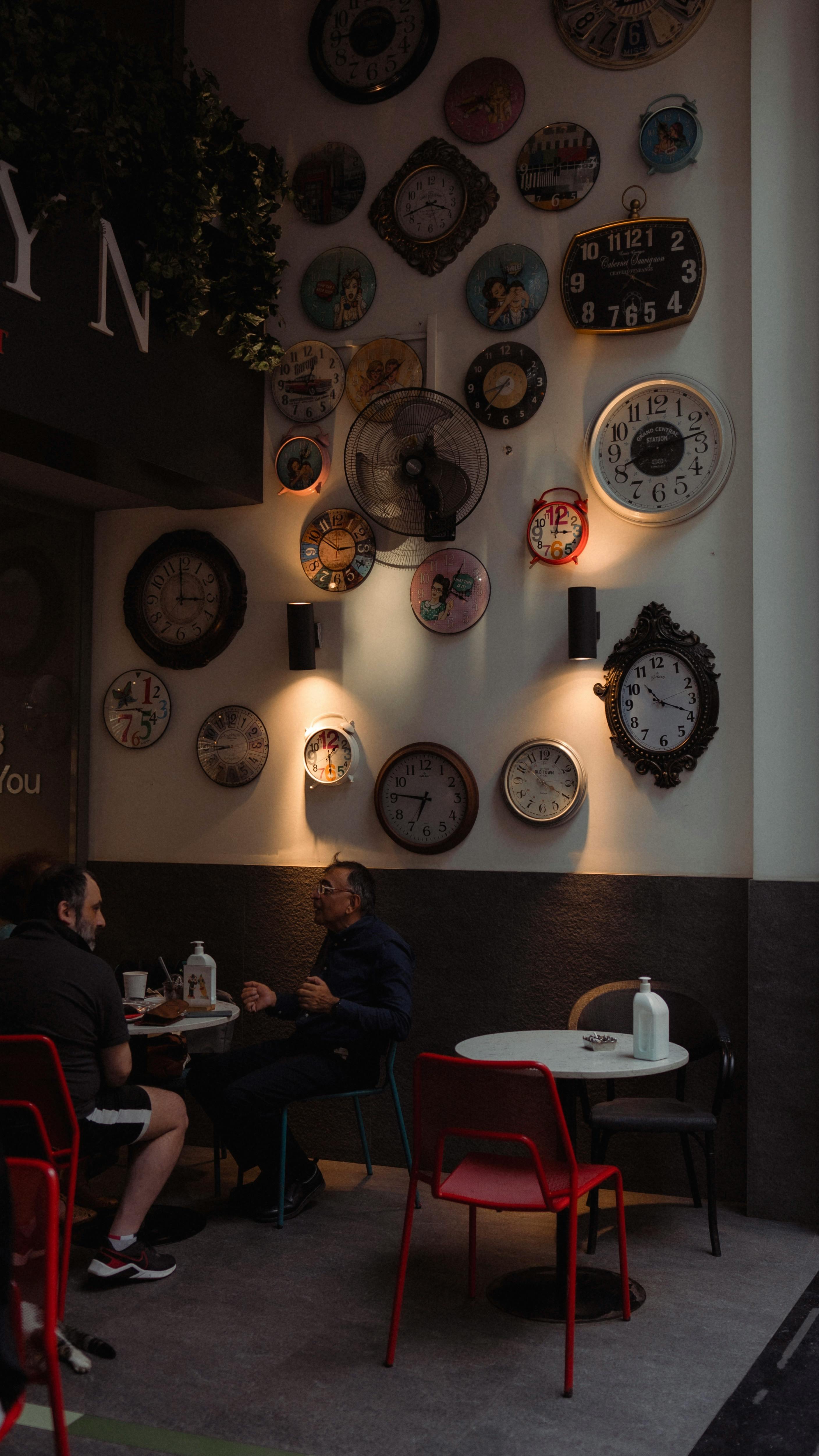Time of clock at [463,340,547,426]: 8:37
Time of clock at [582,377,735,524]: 8:12
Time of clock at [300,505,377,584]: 2:50
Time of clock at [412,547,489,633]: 4:04
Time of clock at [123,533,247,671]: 2:59
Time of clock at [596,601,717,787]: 10:18
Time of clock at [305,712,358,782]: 1:30
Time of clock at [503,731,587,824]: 3:52
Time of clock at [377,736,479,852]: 6:46
